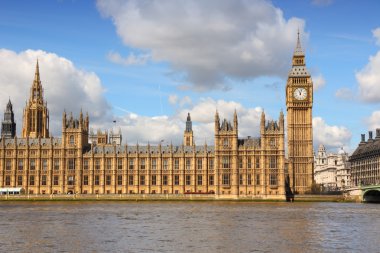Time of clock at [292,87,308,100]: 11:03
